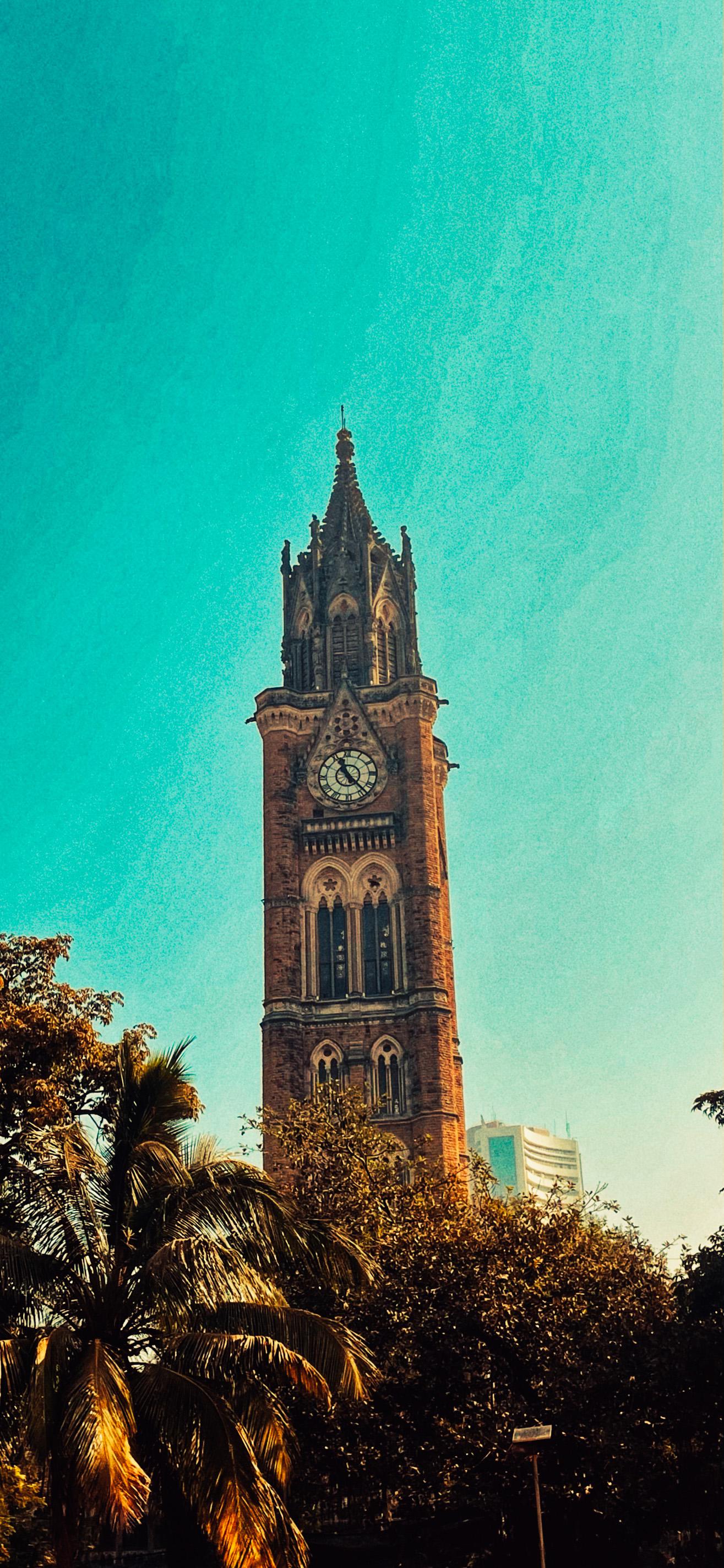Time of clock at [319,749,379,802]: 11:23
